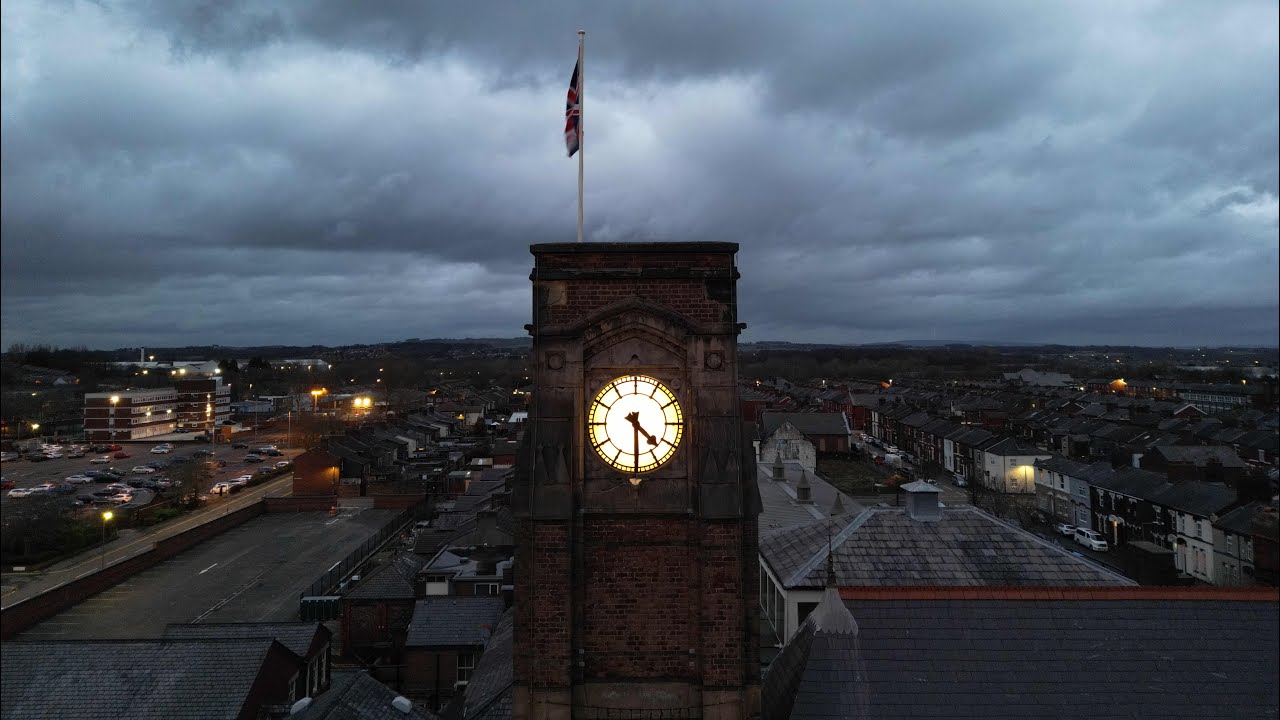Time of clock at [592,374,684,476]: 4:29
